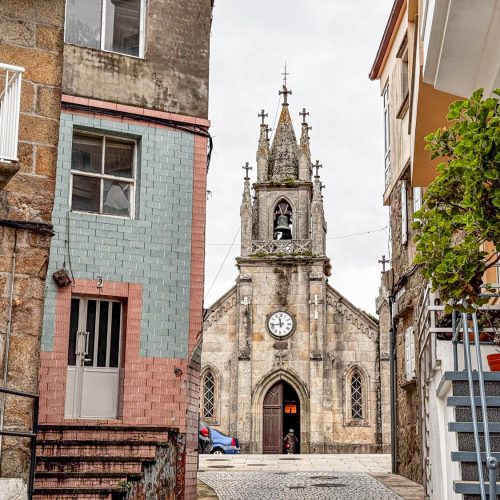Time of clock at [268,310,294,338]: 11:43
